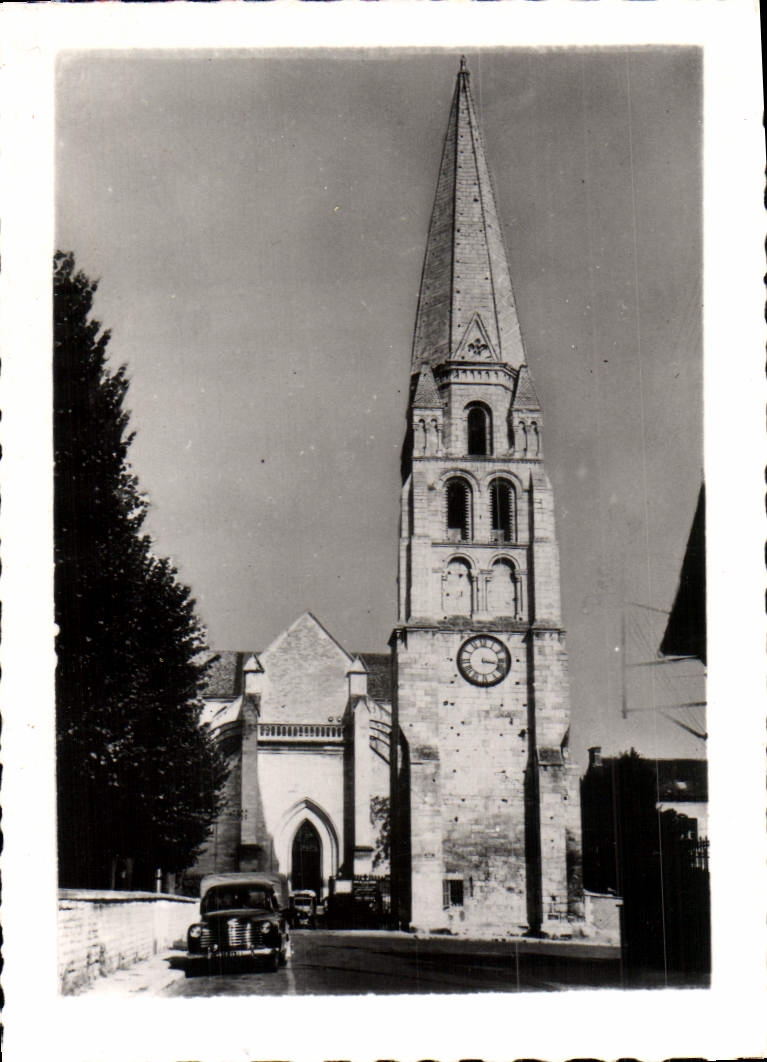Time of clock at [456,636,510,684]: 3:17
